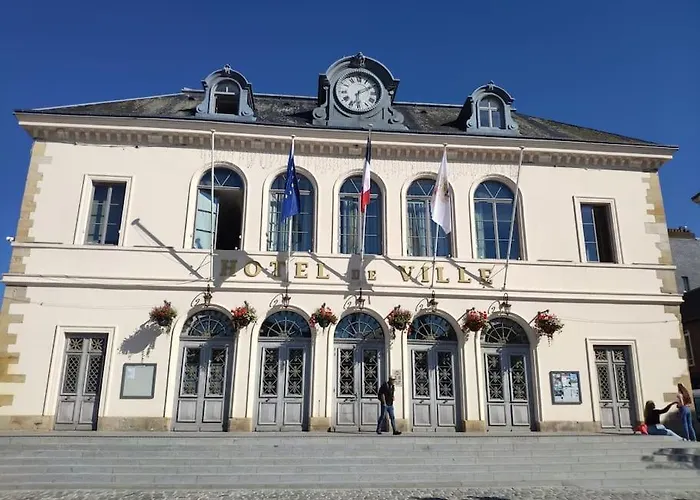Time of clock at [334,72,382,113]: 6:10
